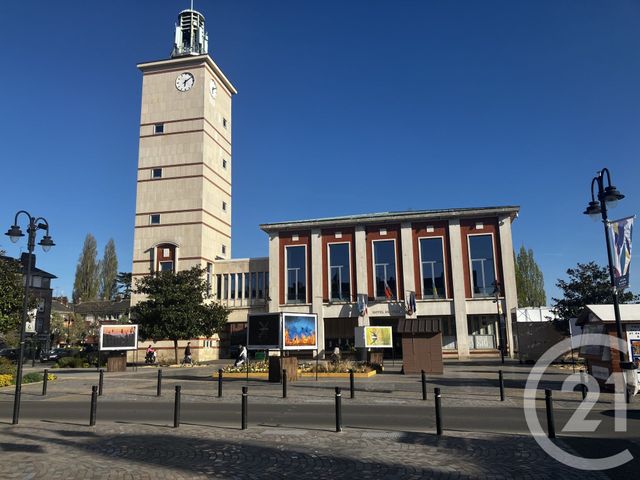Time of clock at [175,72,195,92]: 6:08
